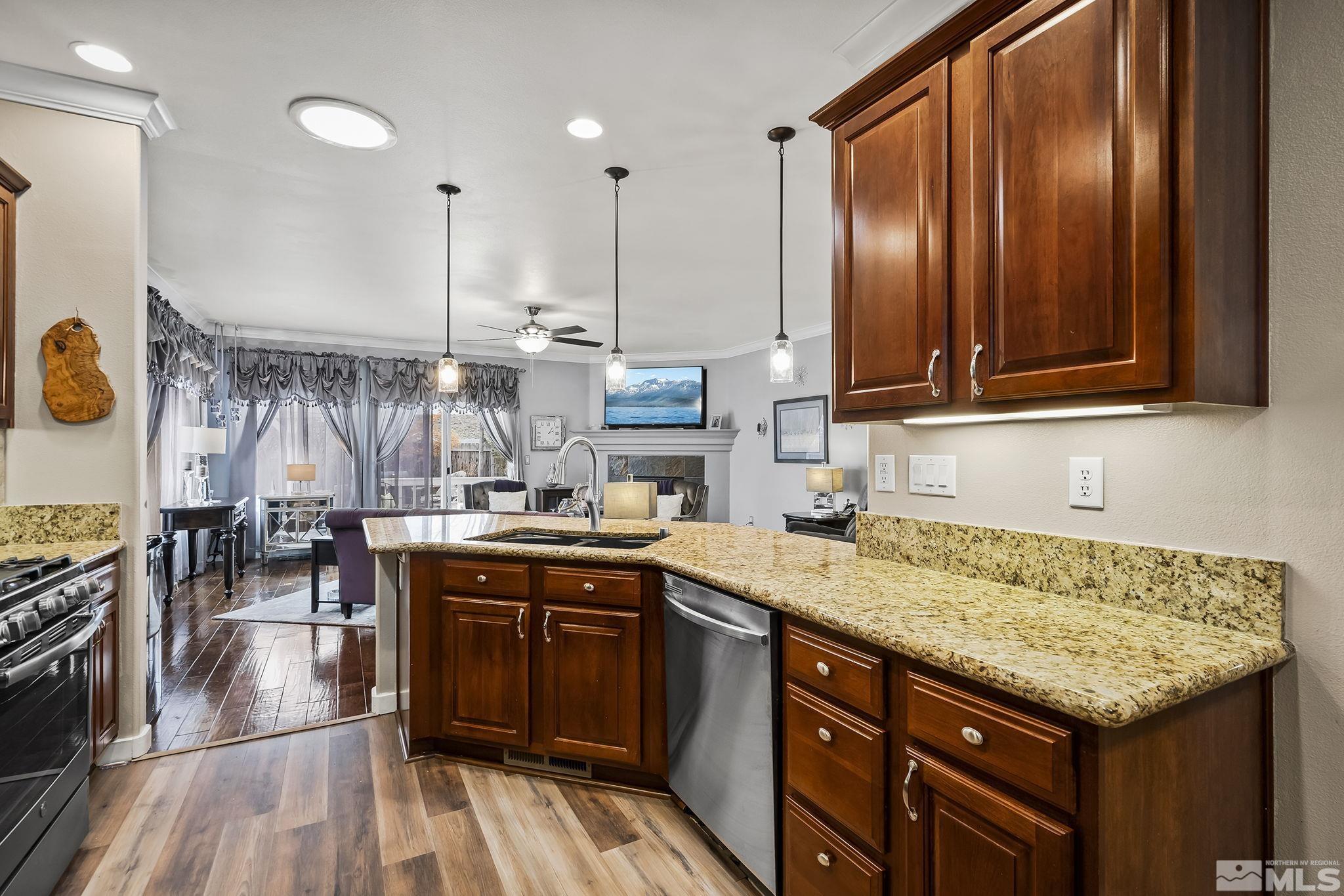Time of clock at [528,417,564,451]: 2:06
